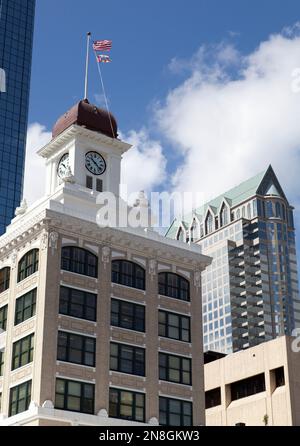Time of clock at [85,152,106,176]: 10:22
